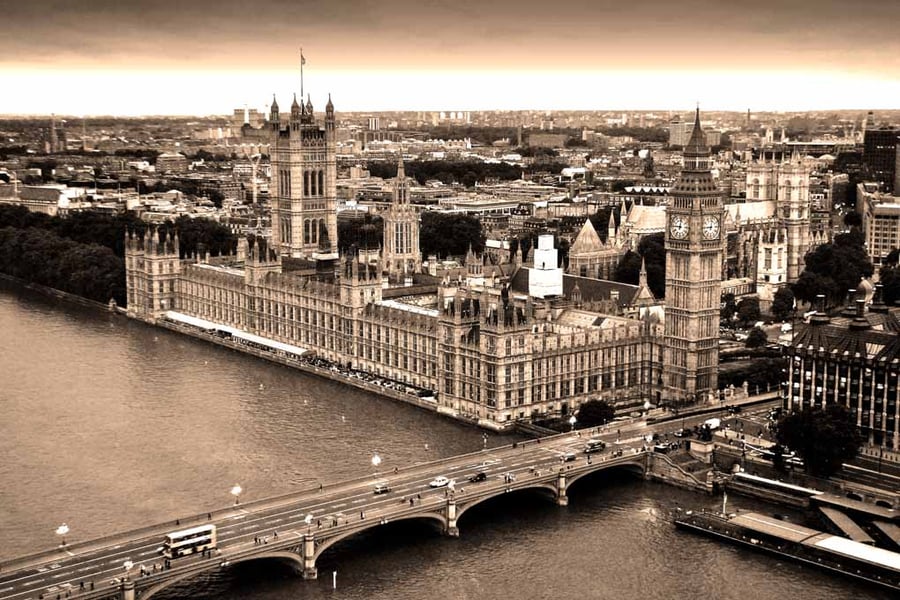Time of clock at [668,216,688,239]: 9:01
